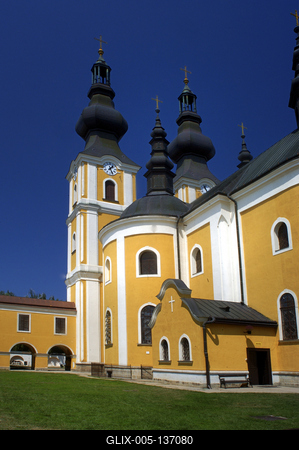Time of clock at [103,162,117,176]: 1:26
